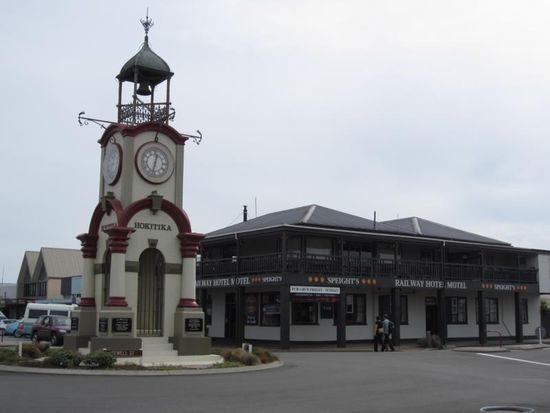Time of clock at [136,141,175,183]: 12:32
